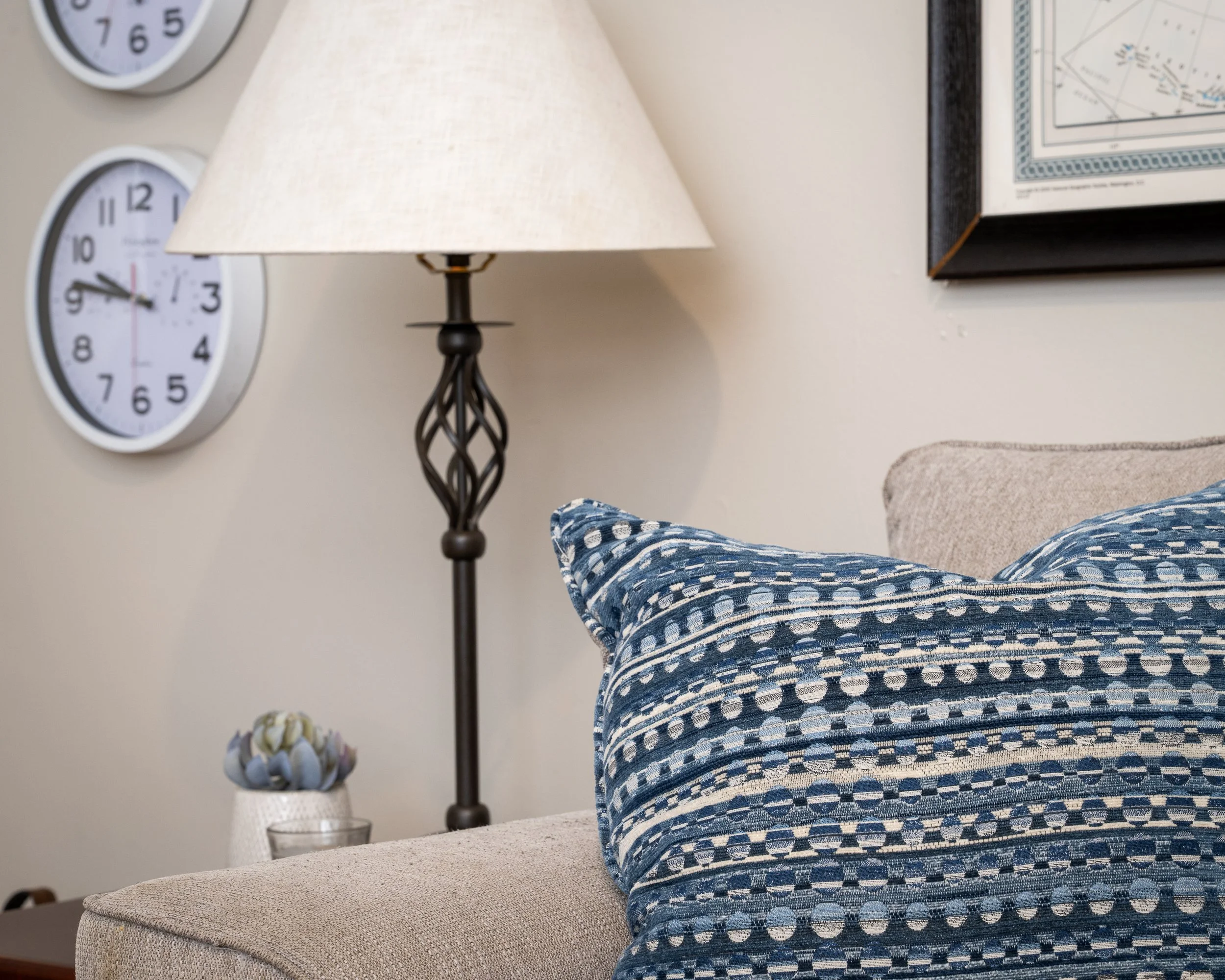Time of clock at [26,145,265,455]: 9:46
